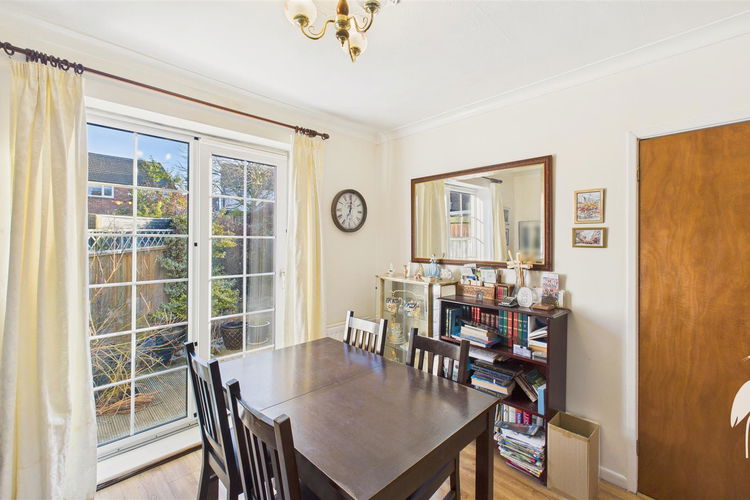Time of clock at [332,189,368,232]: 7:00
